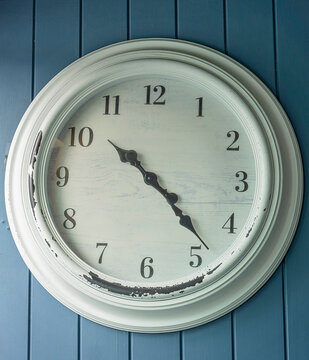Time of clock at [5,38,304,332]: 10:23
